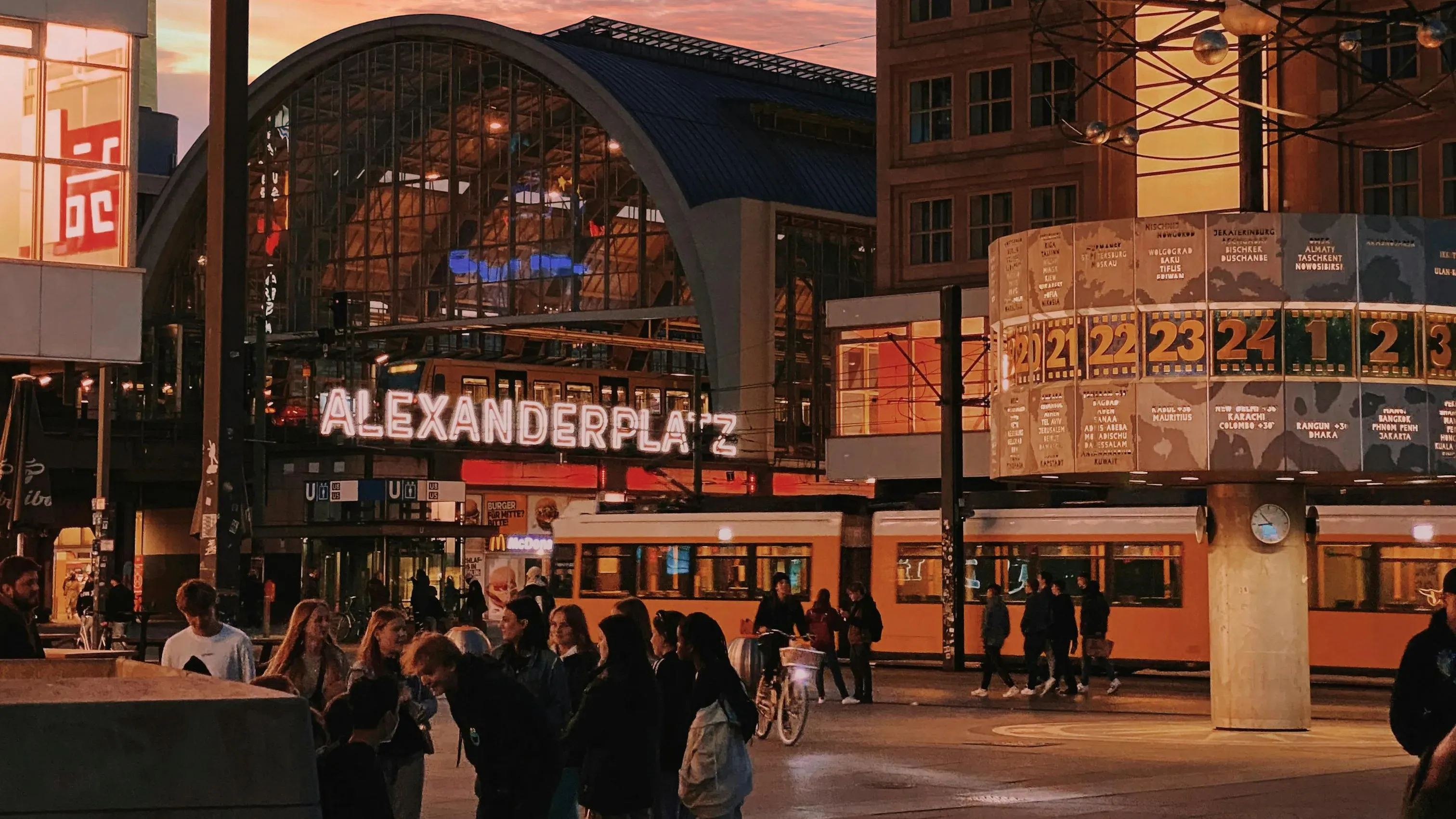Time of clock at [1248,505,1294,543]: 8:53
